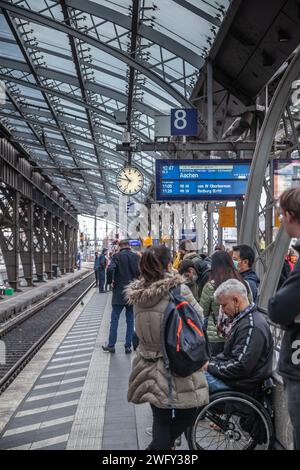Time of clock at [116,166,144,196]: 10:47
